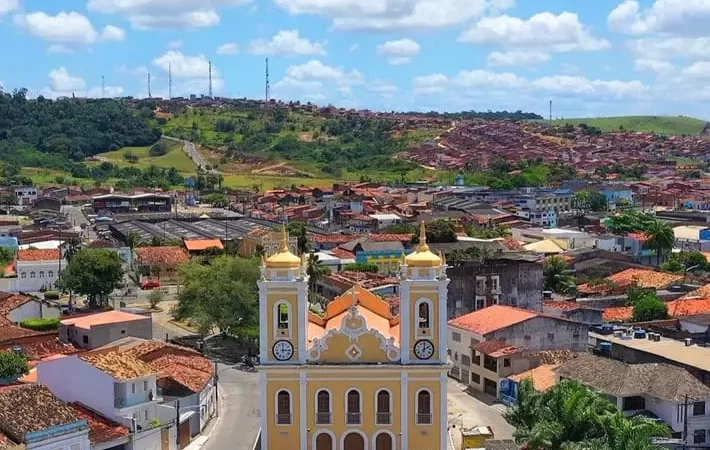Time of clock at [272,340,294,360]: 3:00
